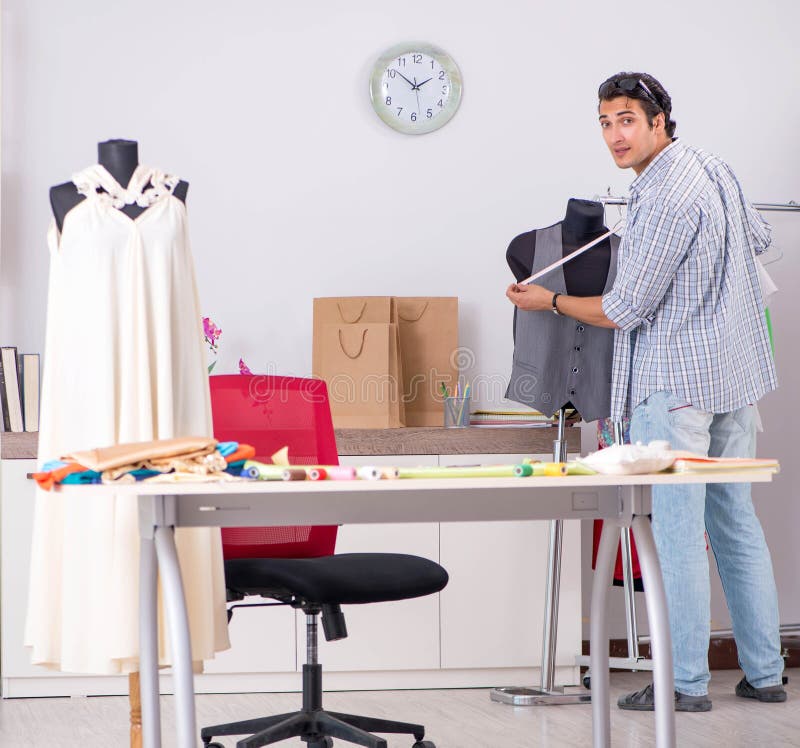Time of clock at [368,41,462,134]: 1:51
